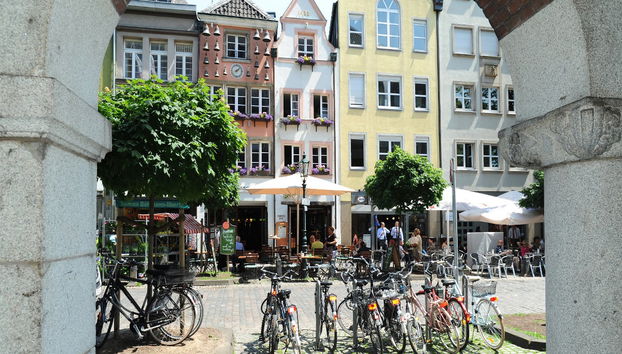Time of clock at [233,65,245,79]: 8:07
